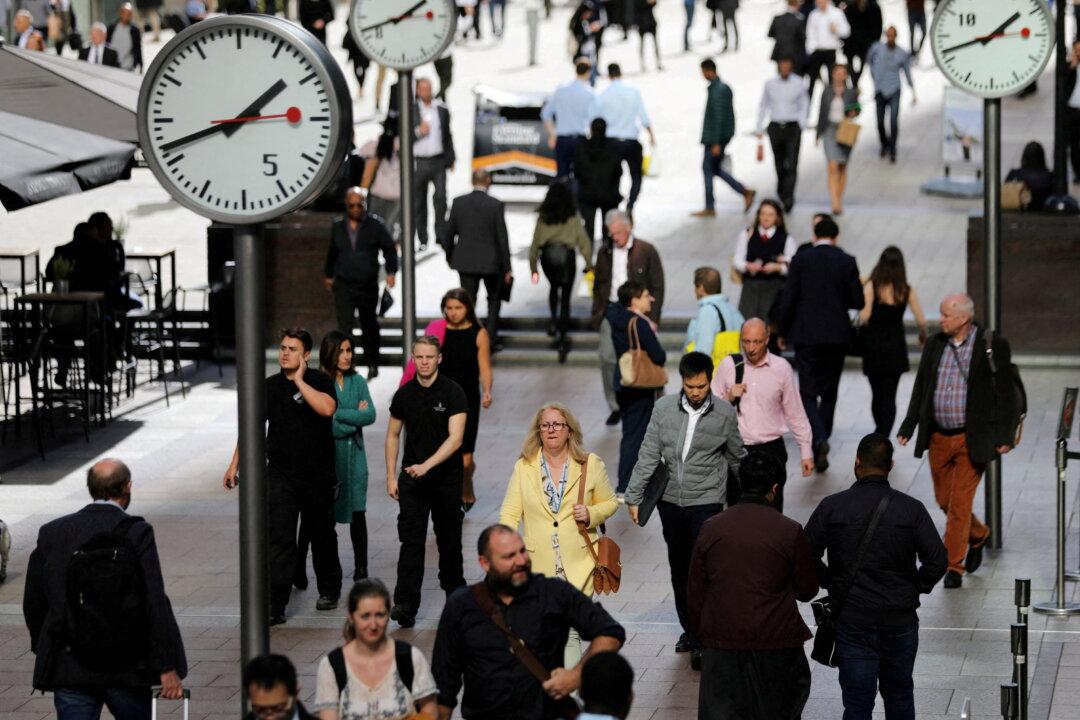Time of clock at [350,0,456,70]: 1:41
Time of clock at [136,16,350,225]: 1:42
